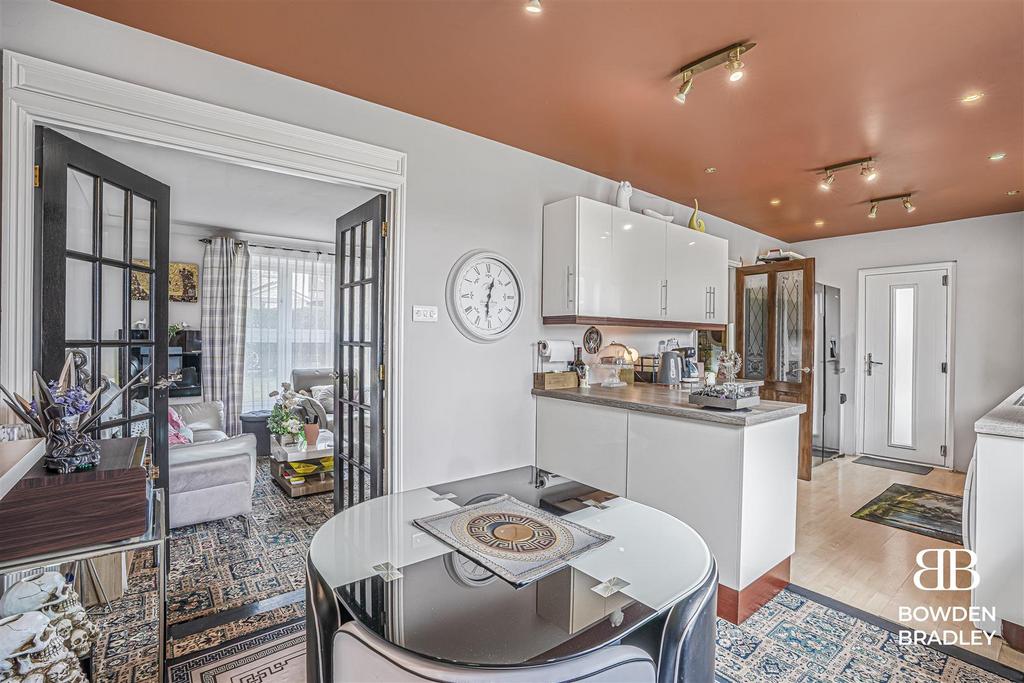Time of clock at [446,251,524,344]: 12:31
